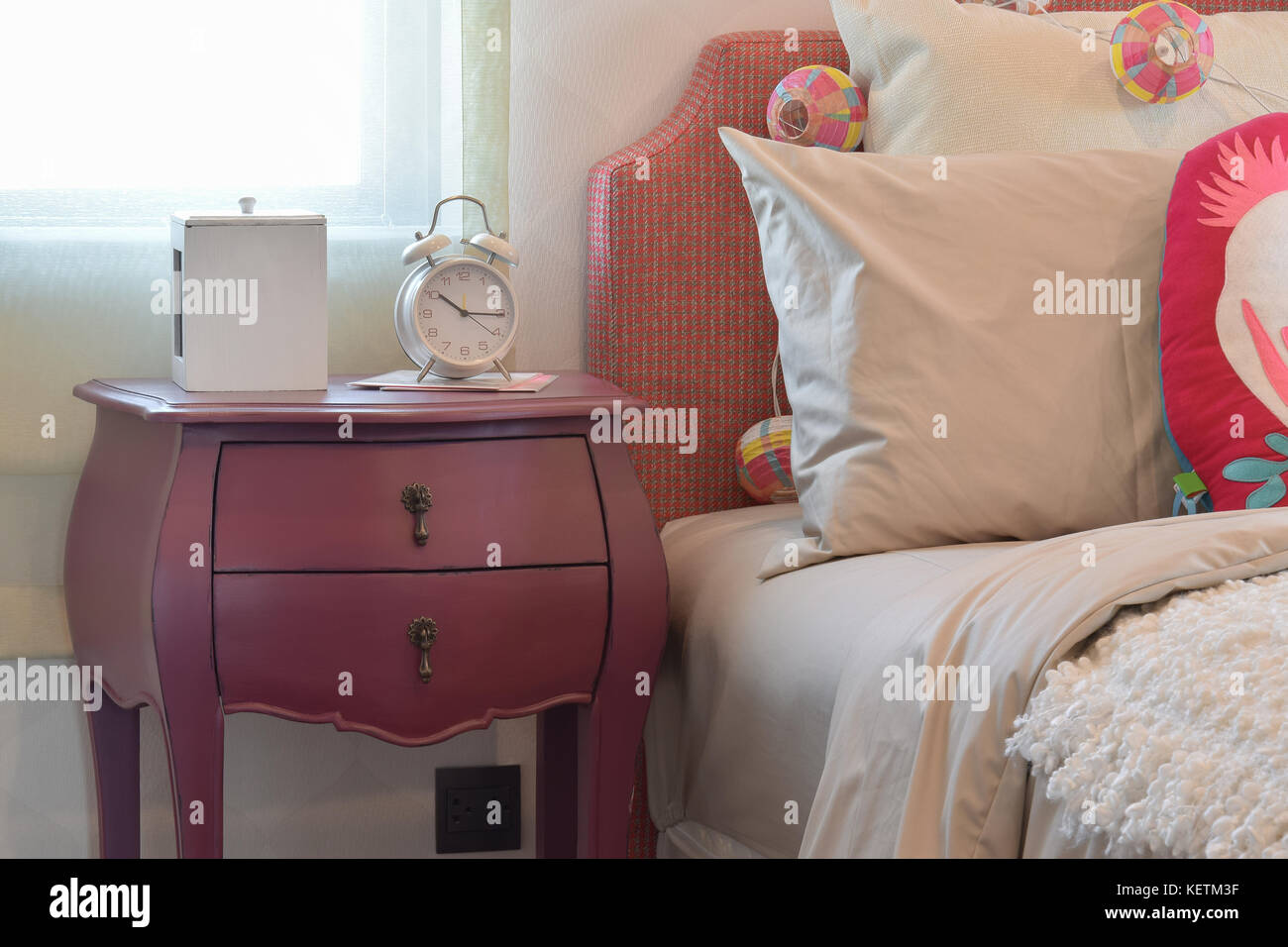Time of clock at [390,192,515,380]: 10:15
